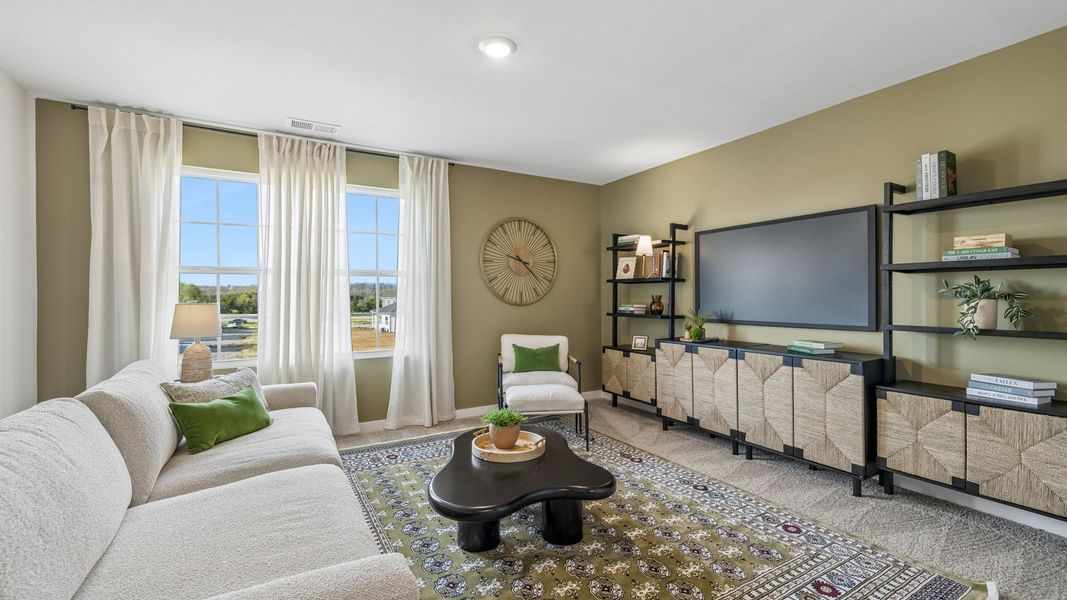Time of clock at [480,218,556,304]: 9:22
